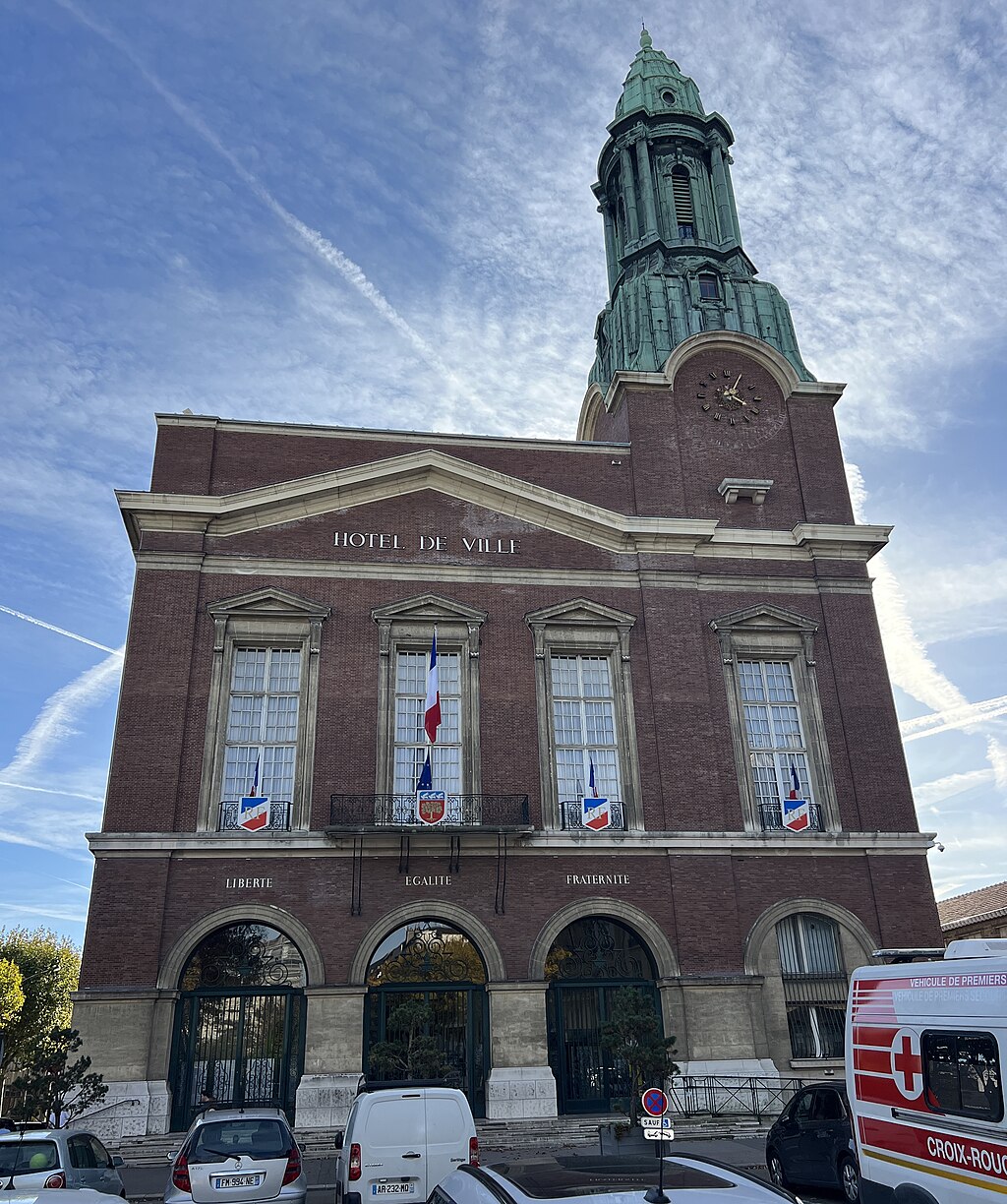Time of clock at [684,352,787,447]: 4:04
